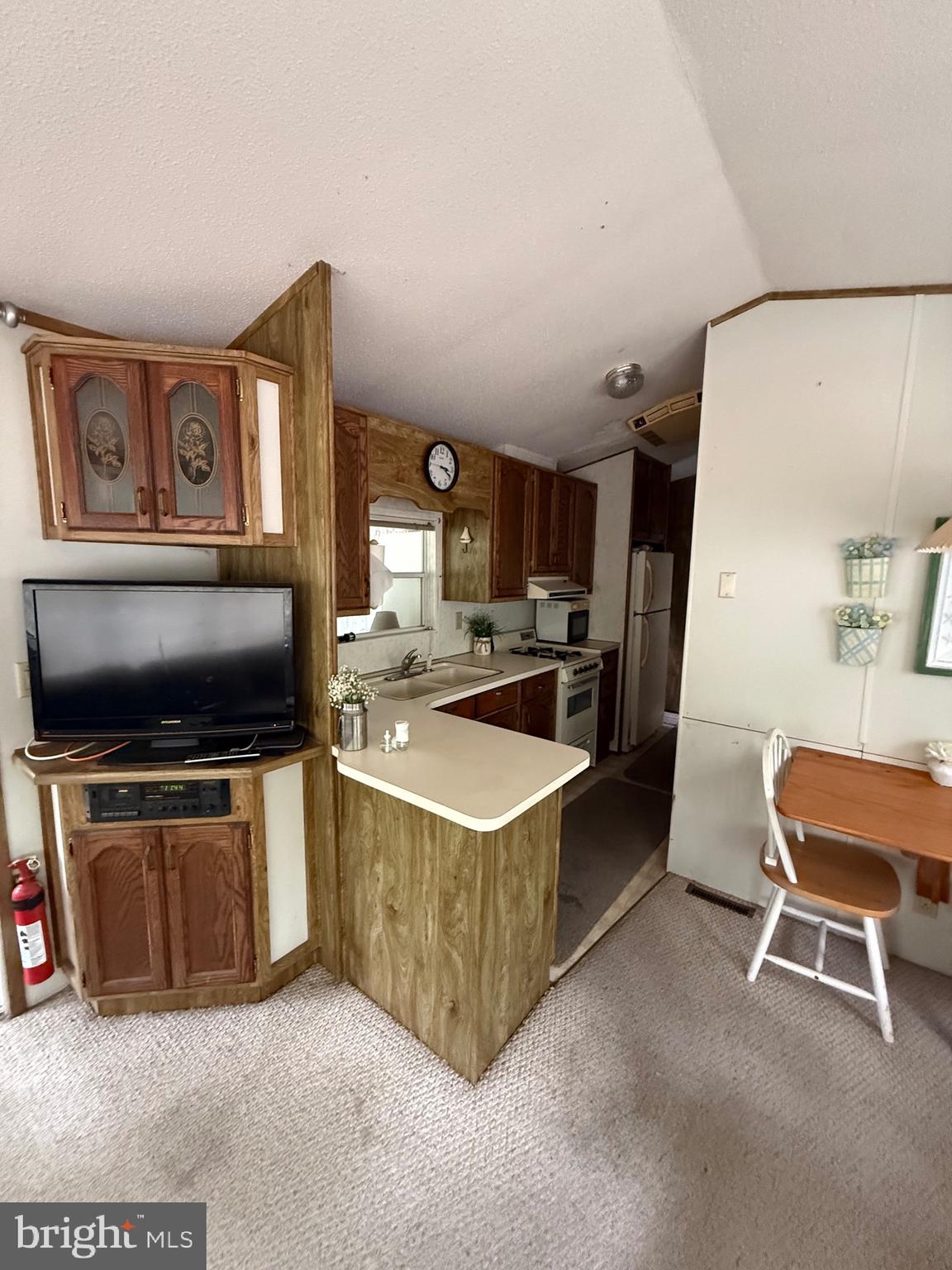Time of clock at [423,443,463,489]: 3:19
